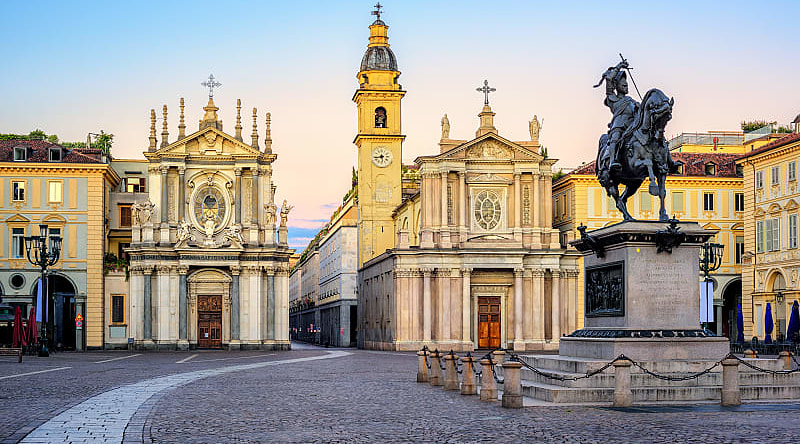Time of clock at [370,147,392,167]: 5:42
